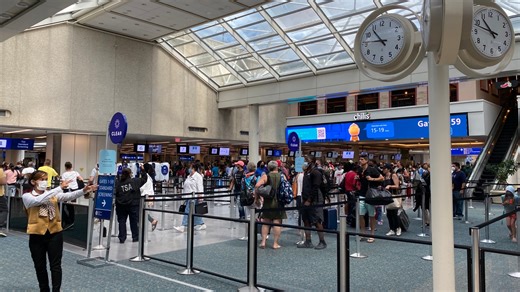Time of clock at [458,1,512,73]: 10:48
